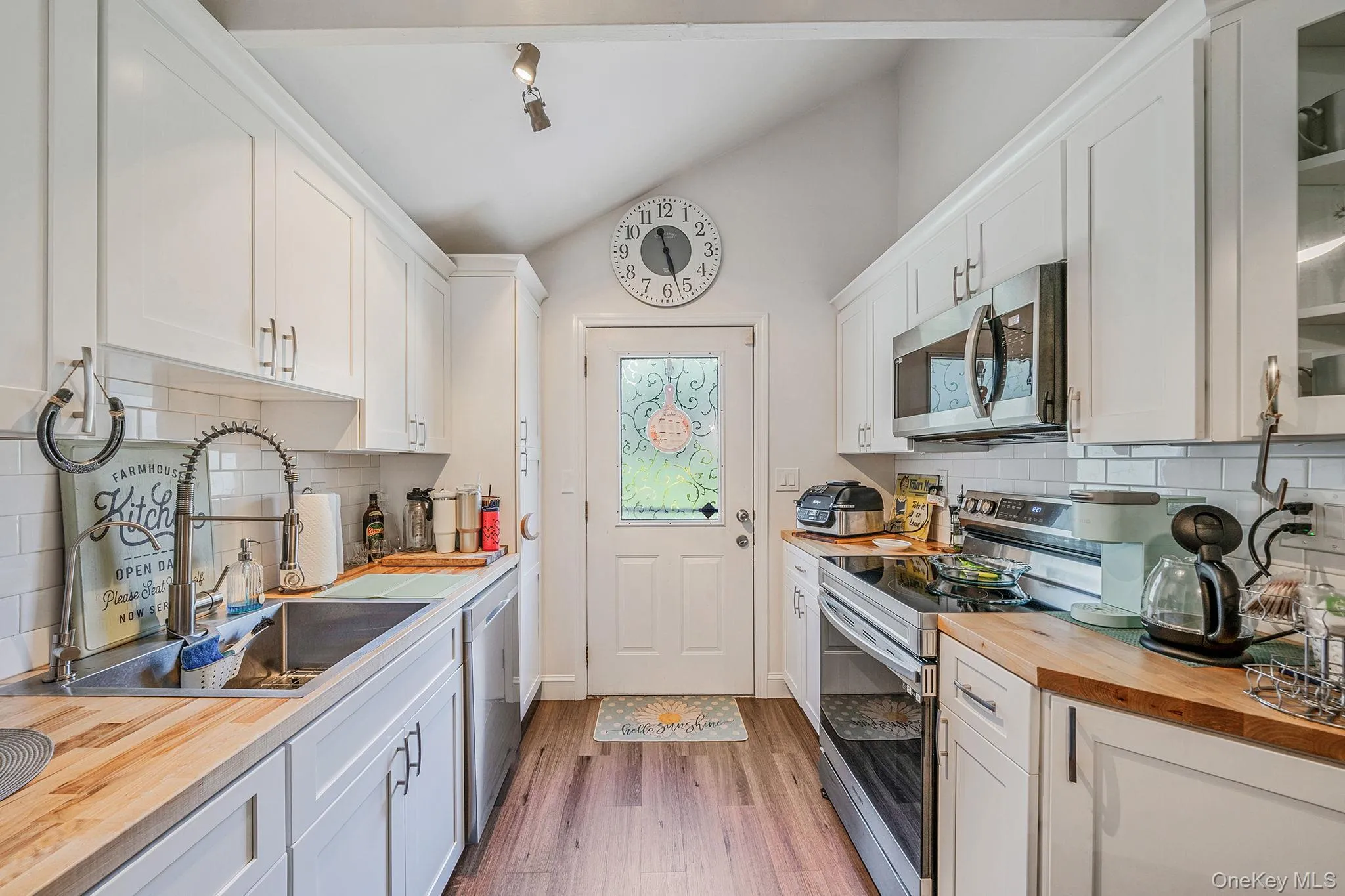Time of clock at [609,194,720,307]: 5:27
